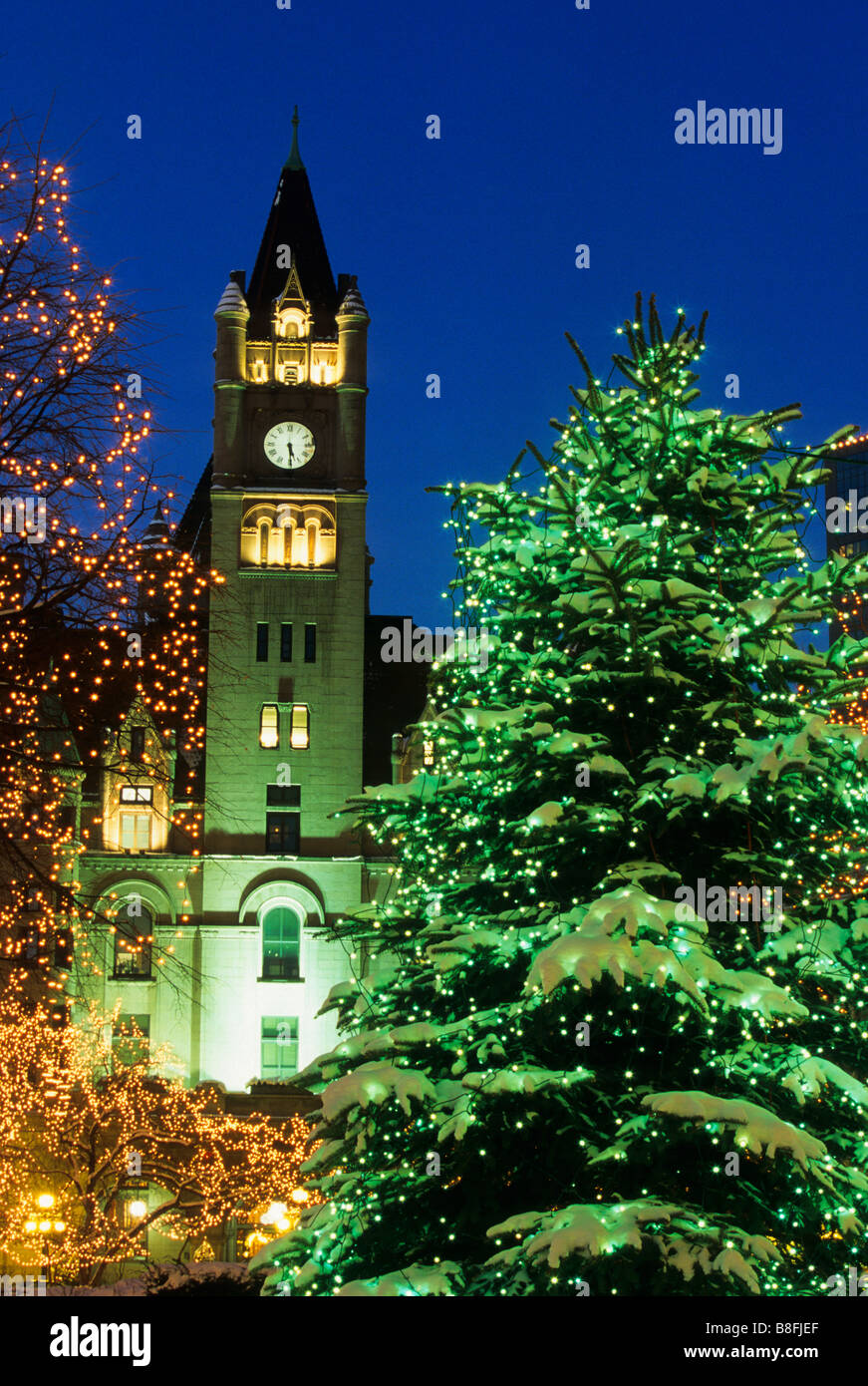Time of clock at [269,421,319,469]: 5:29
